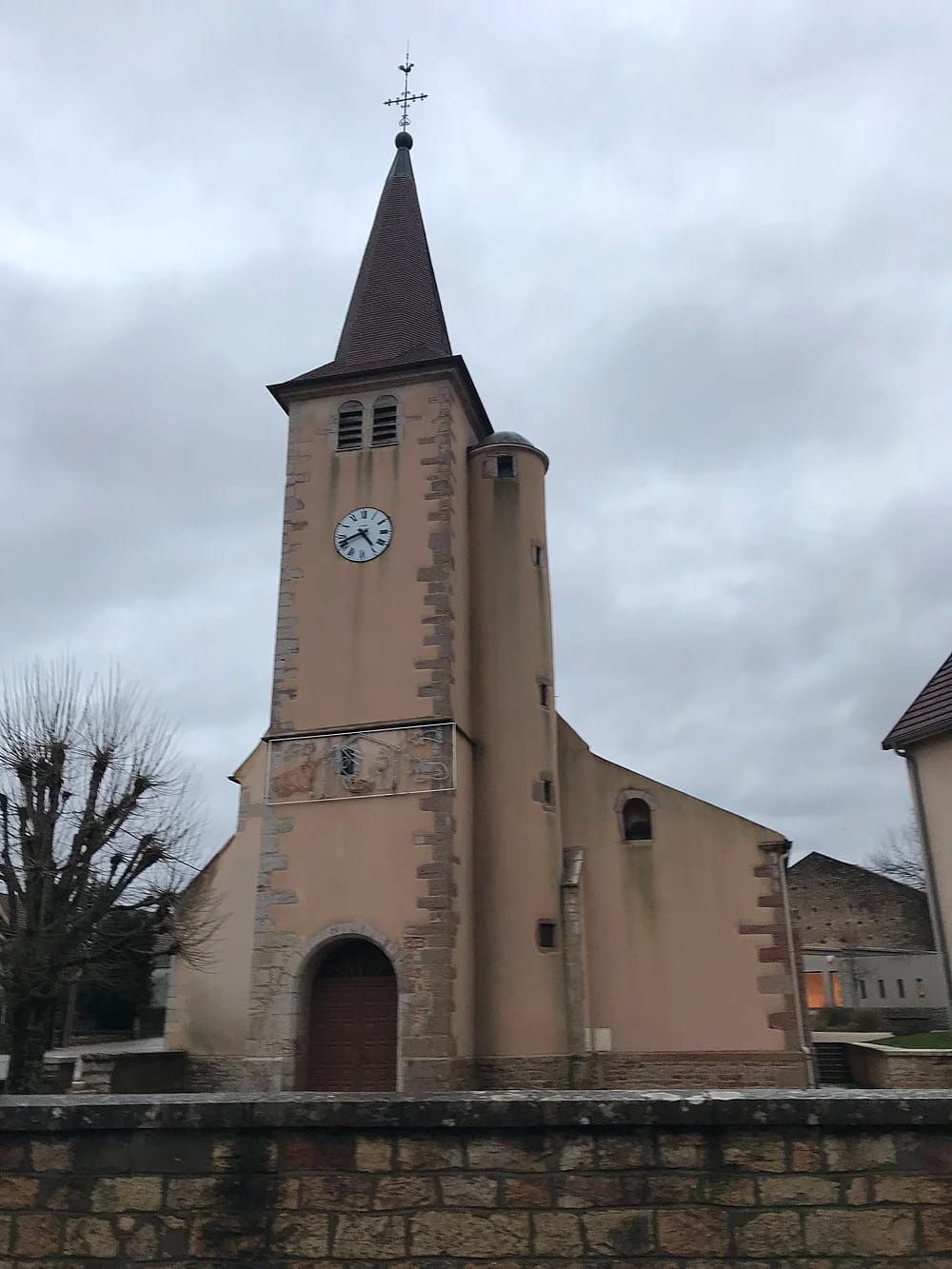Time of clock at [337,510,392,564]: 4:41
